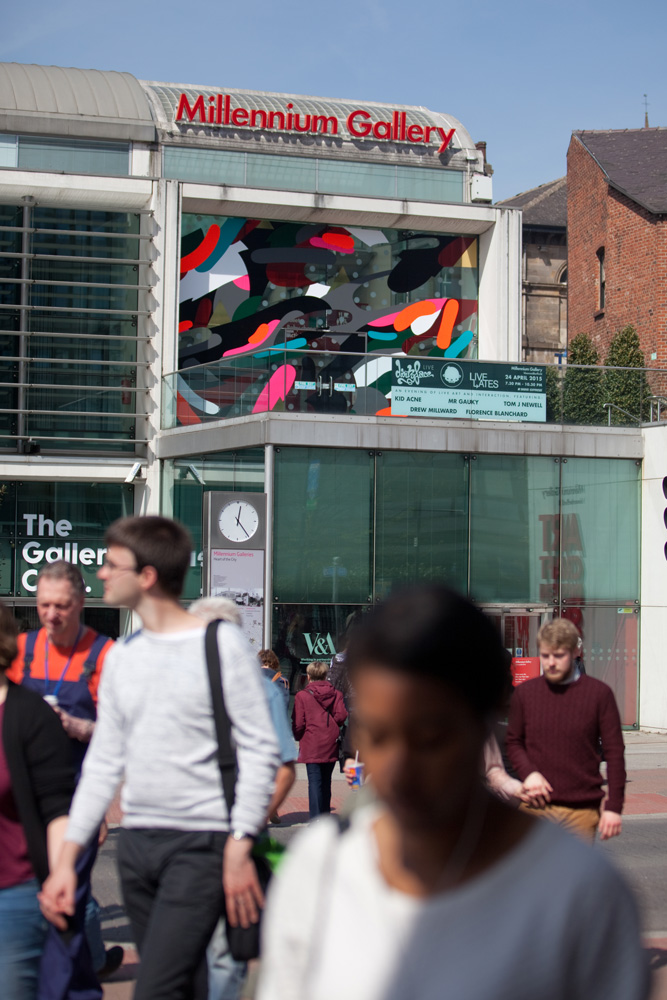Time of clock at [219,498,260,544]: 12:23
